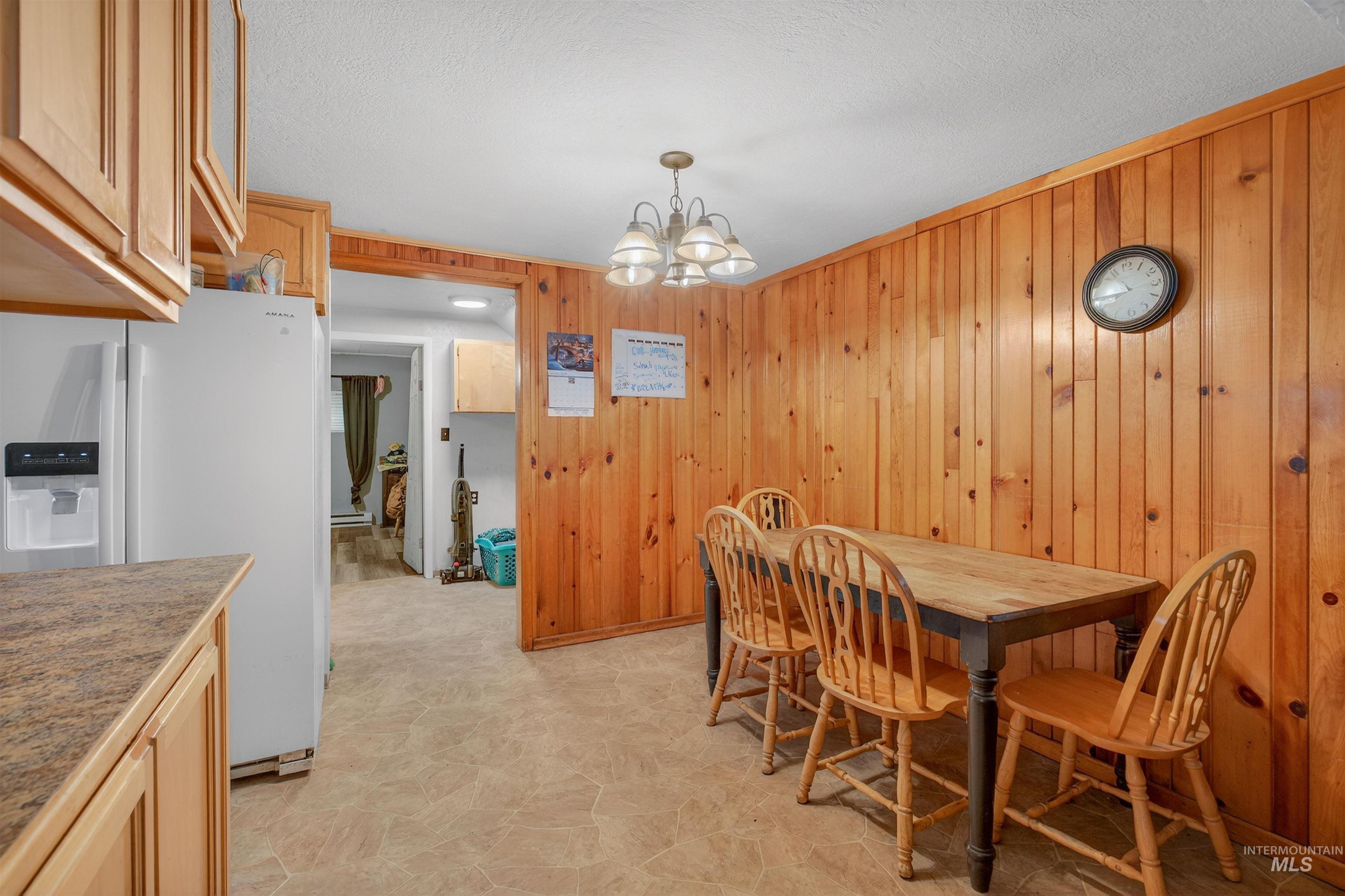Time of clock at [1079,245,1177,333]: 10:43
